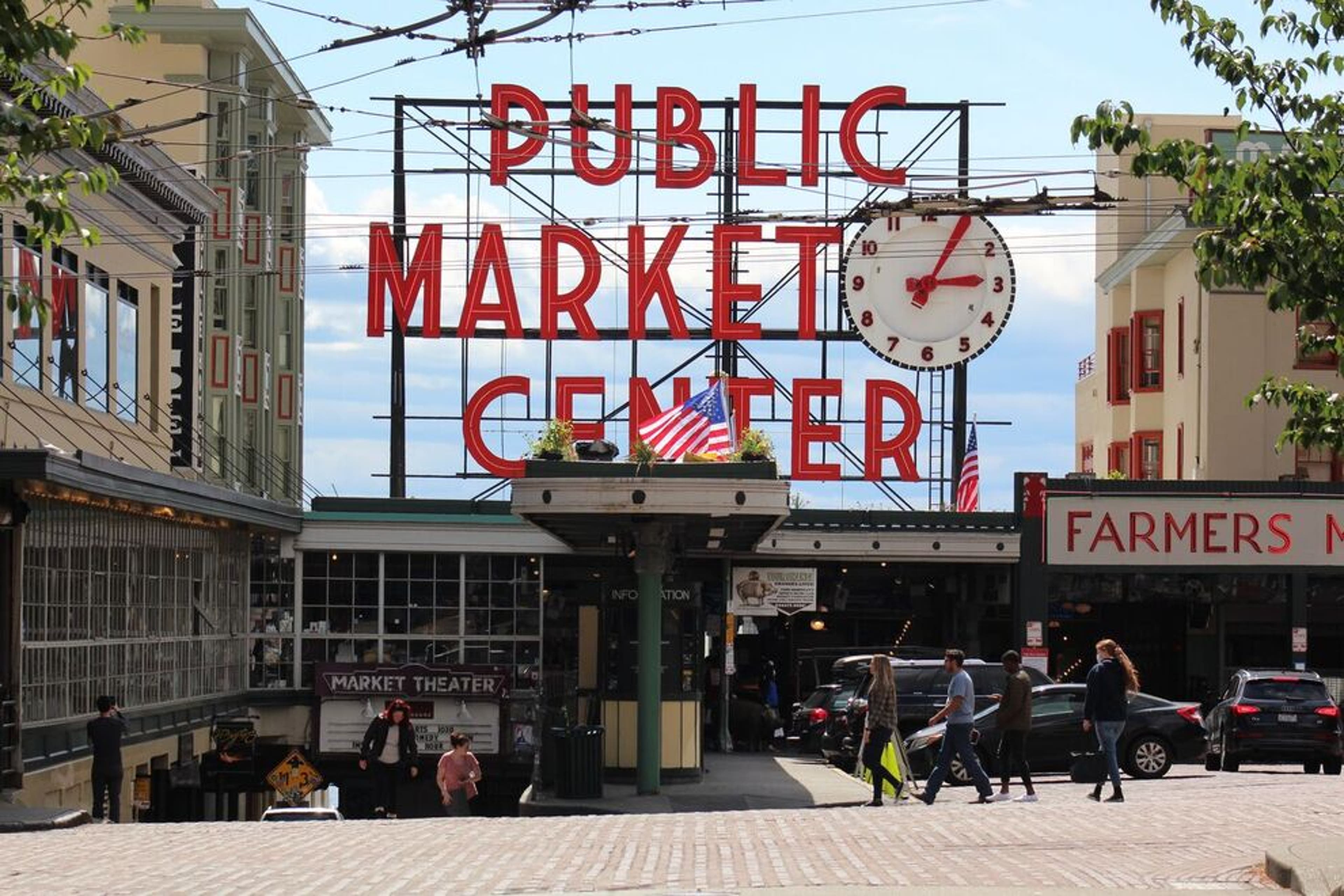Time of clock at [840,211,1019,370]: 3:04
